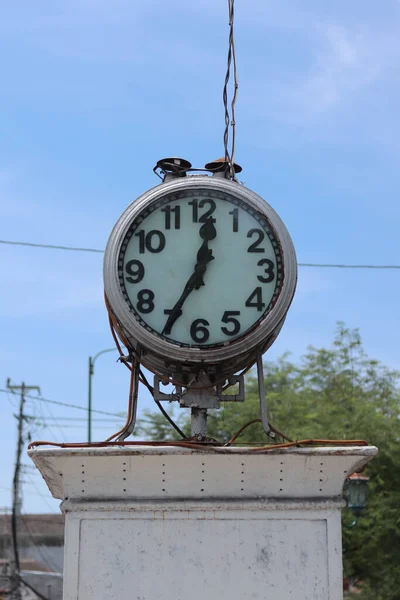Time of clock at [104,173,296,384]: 12:34
